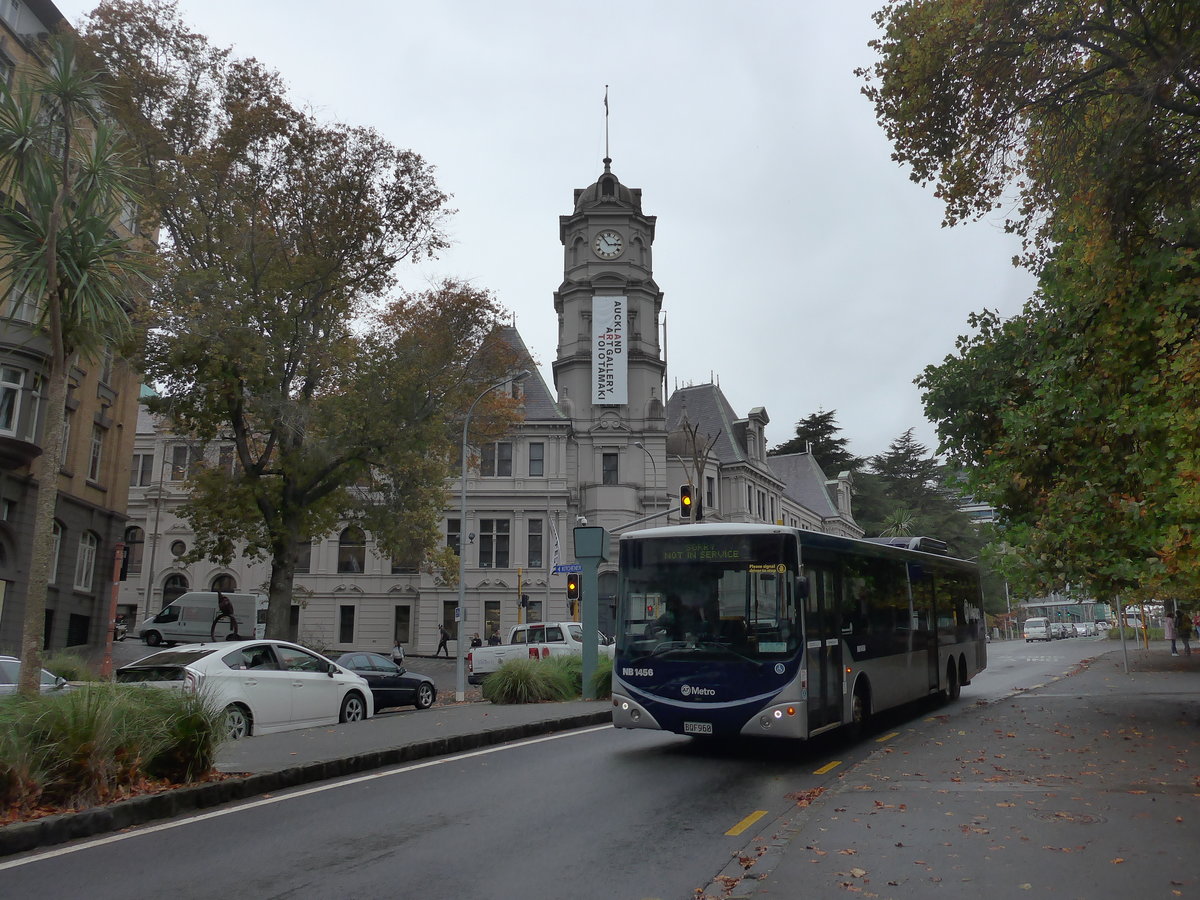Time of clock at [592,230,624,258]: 2:53
